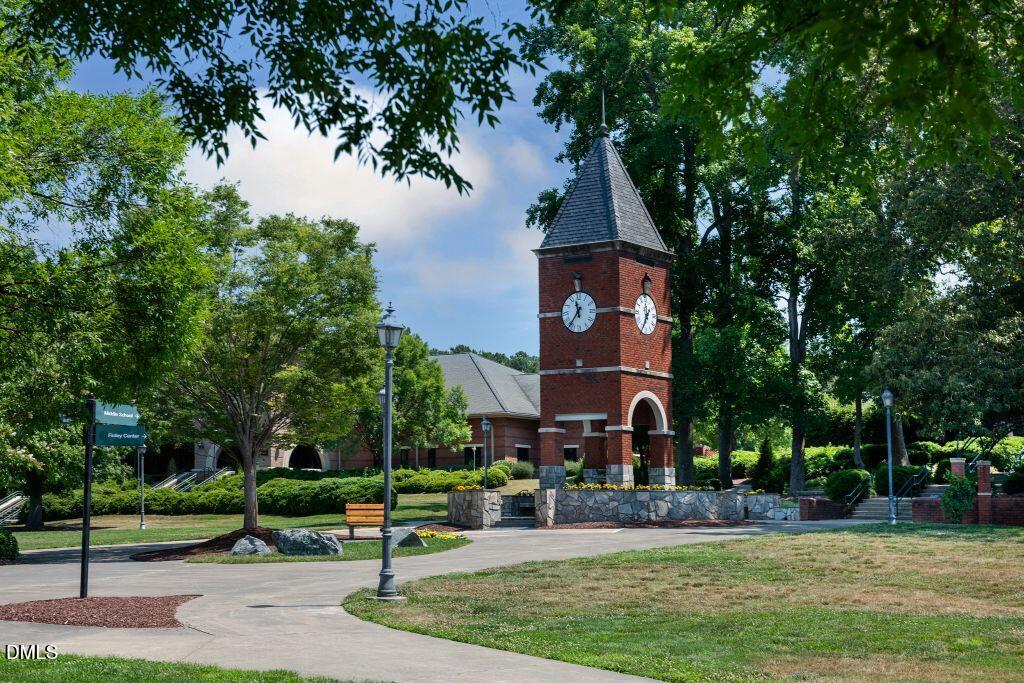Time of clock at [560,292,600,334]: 11:36
